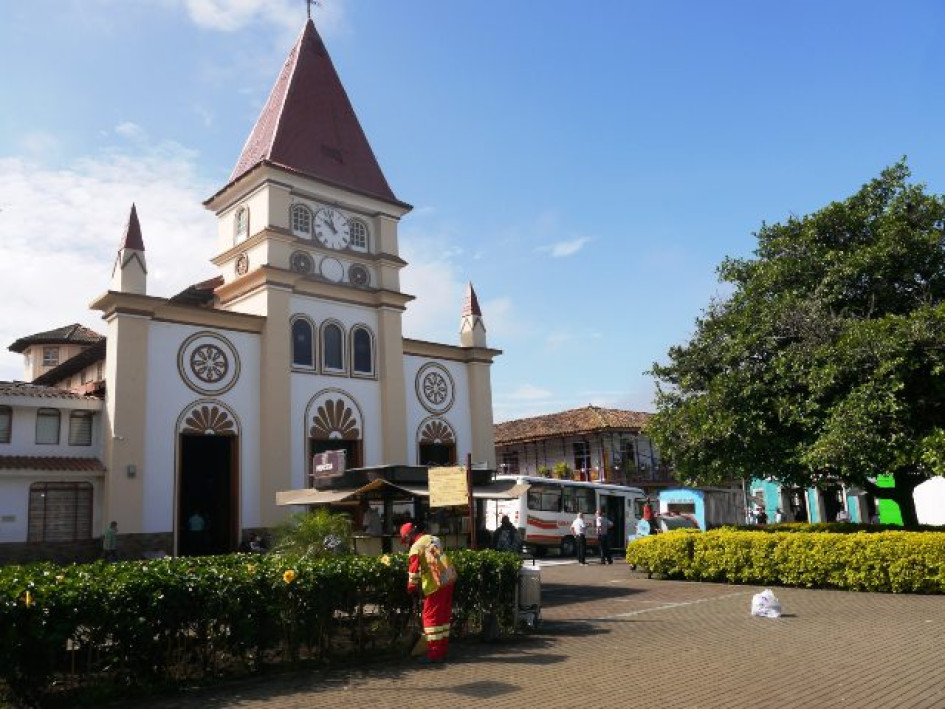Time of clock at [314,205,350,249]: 9:57
